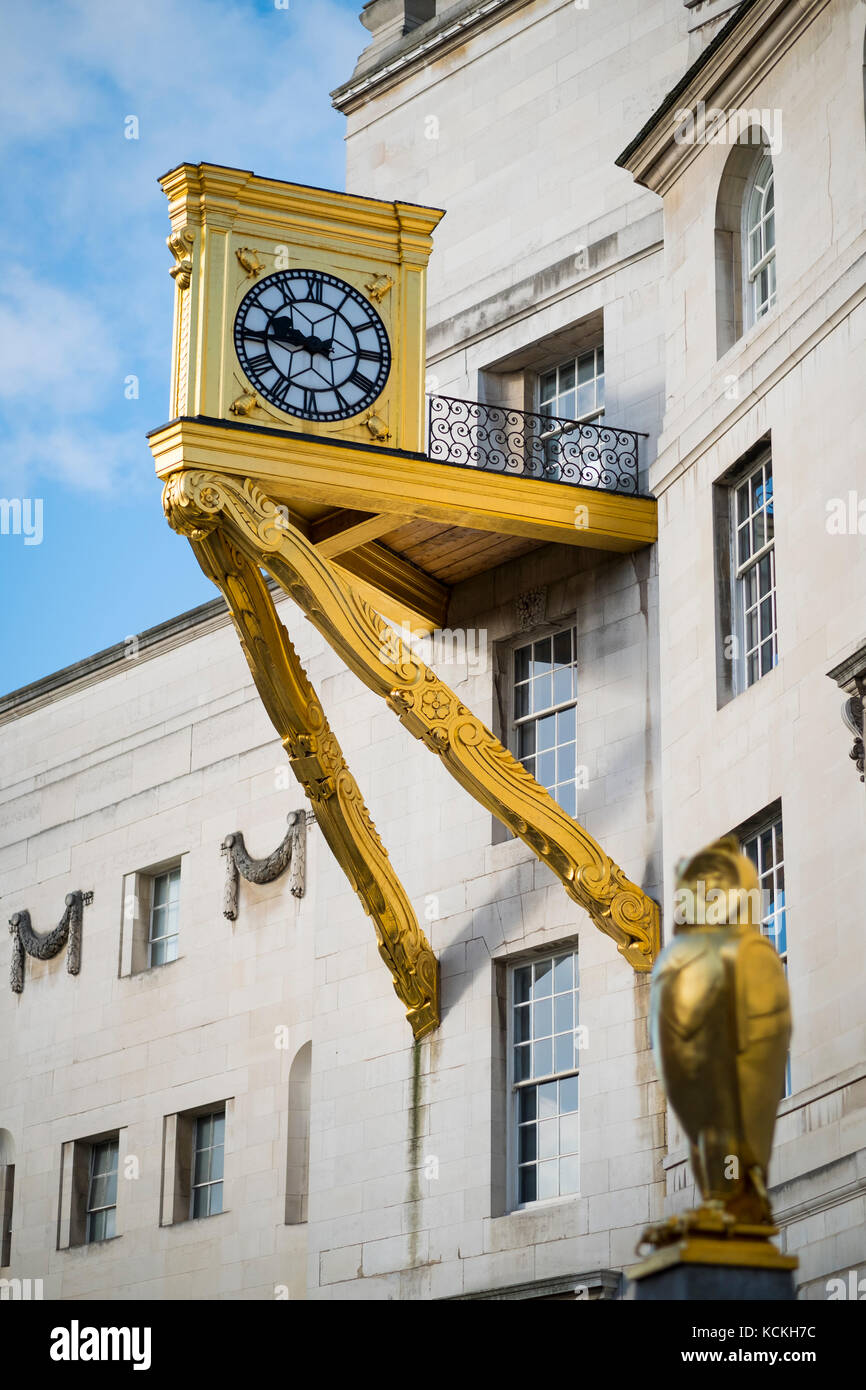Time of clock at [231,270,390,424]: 9:45
